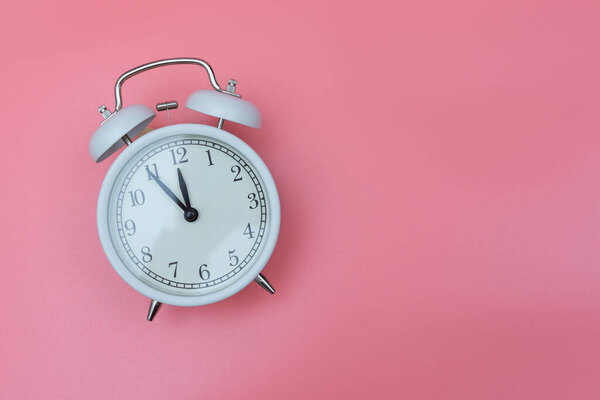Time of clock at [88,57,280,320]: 11:54
